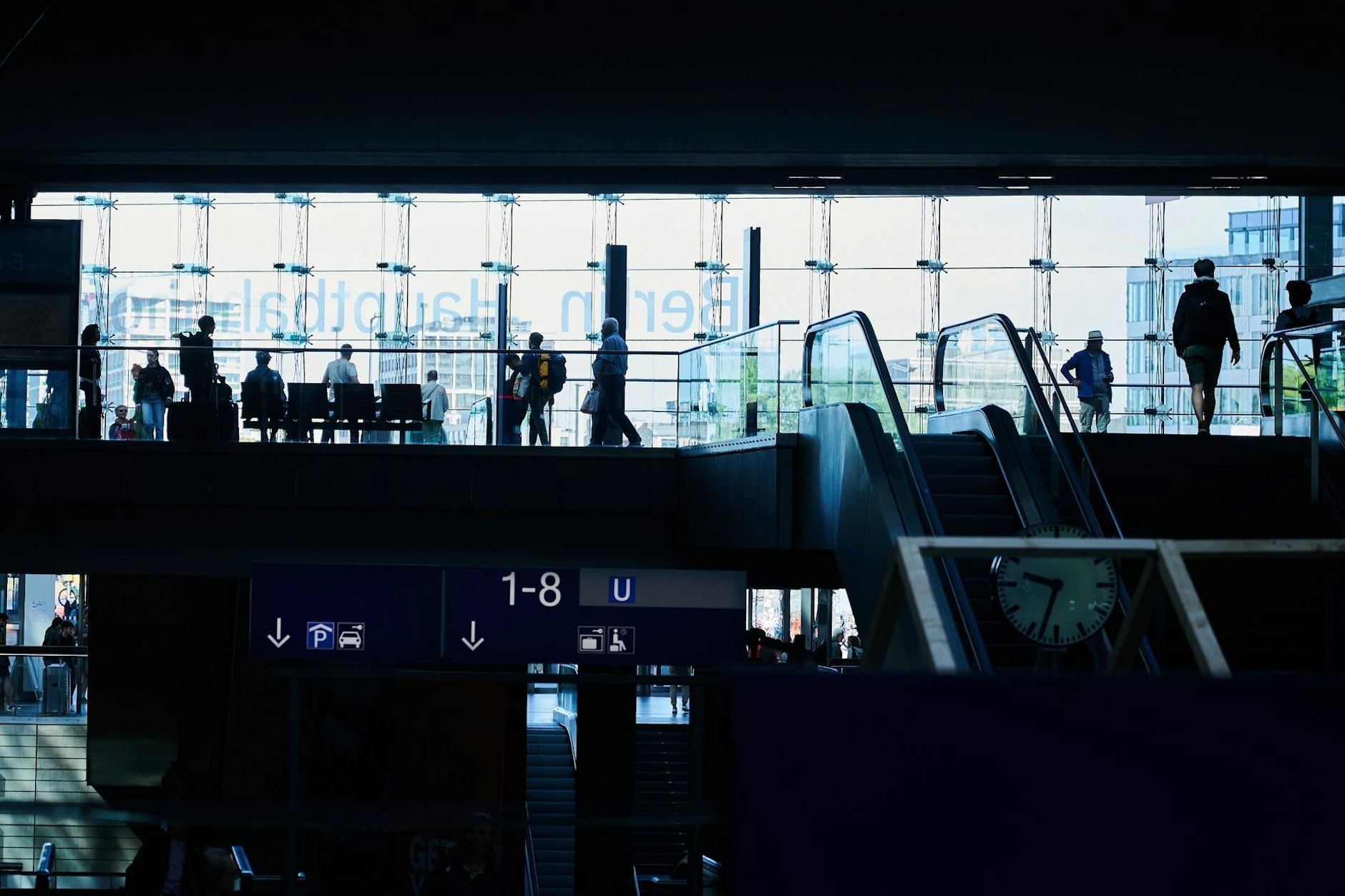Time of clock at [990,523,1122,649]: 9:33
